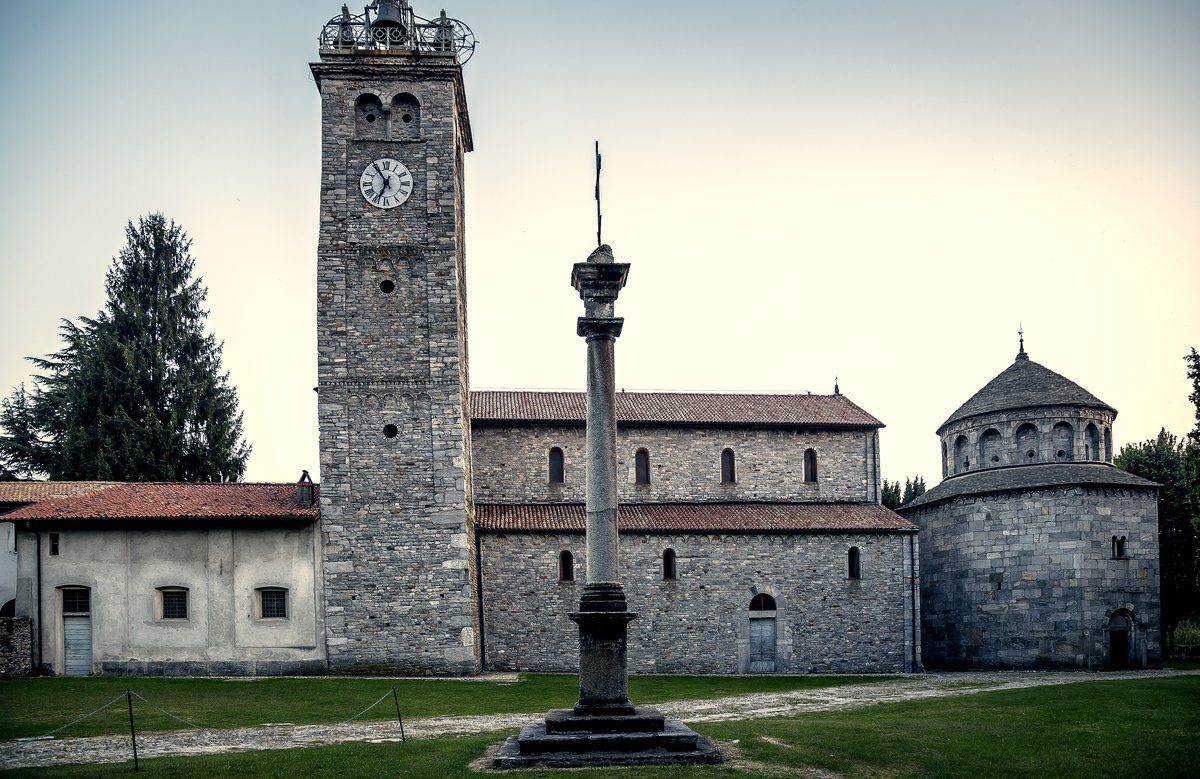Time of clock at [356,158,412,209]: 6:54
